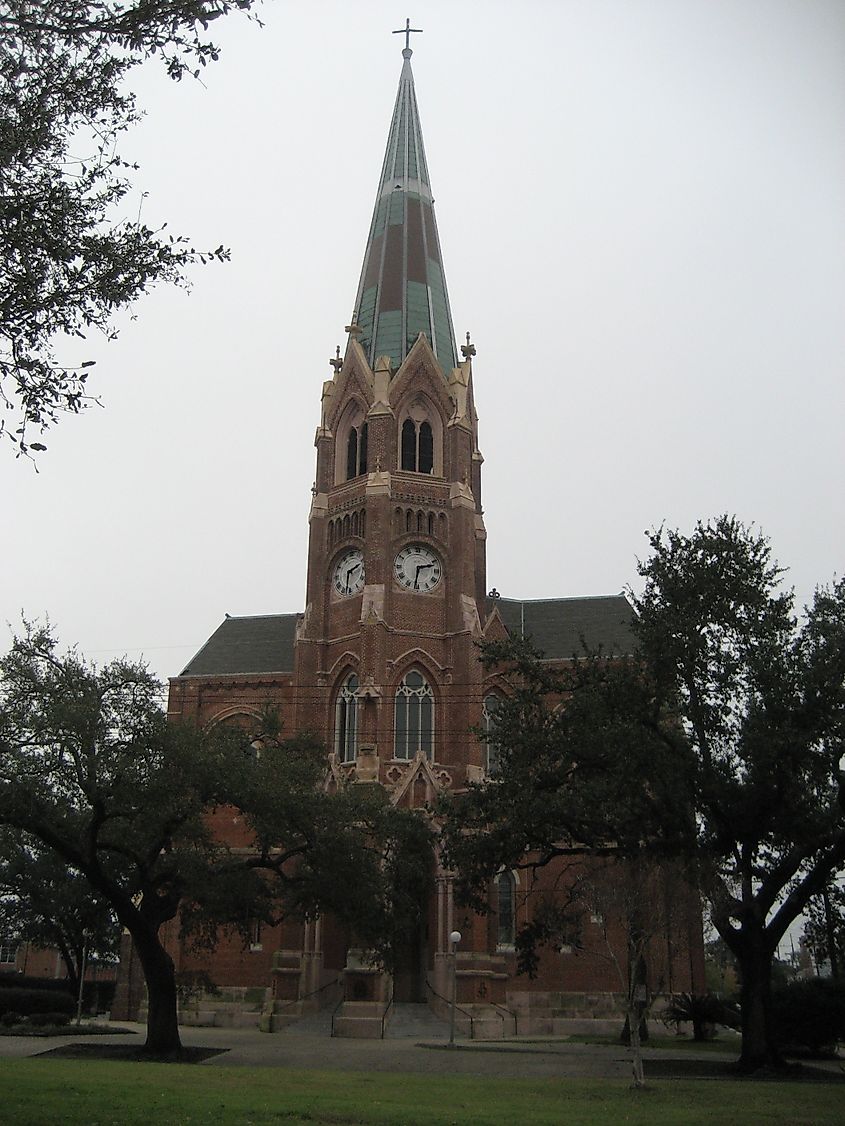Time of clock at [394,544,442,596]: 2:31
